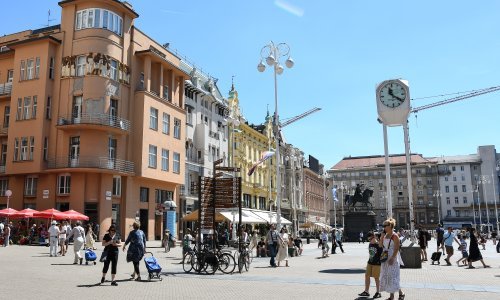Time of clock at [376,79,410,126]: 11:21
